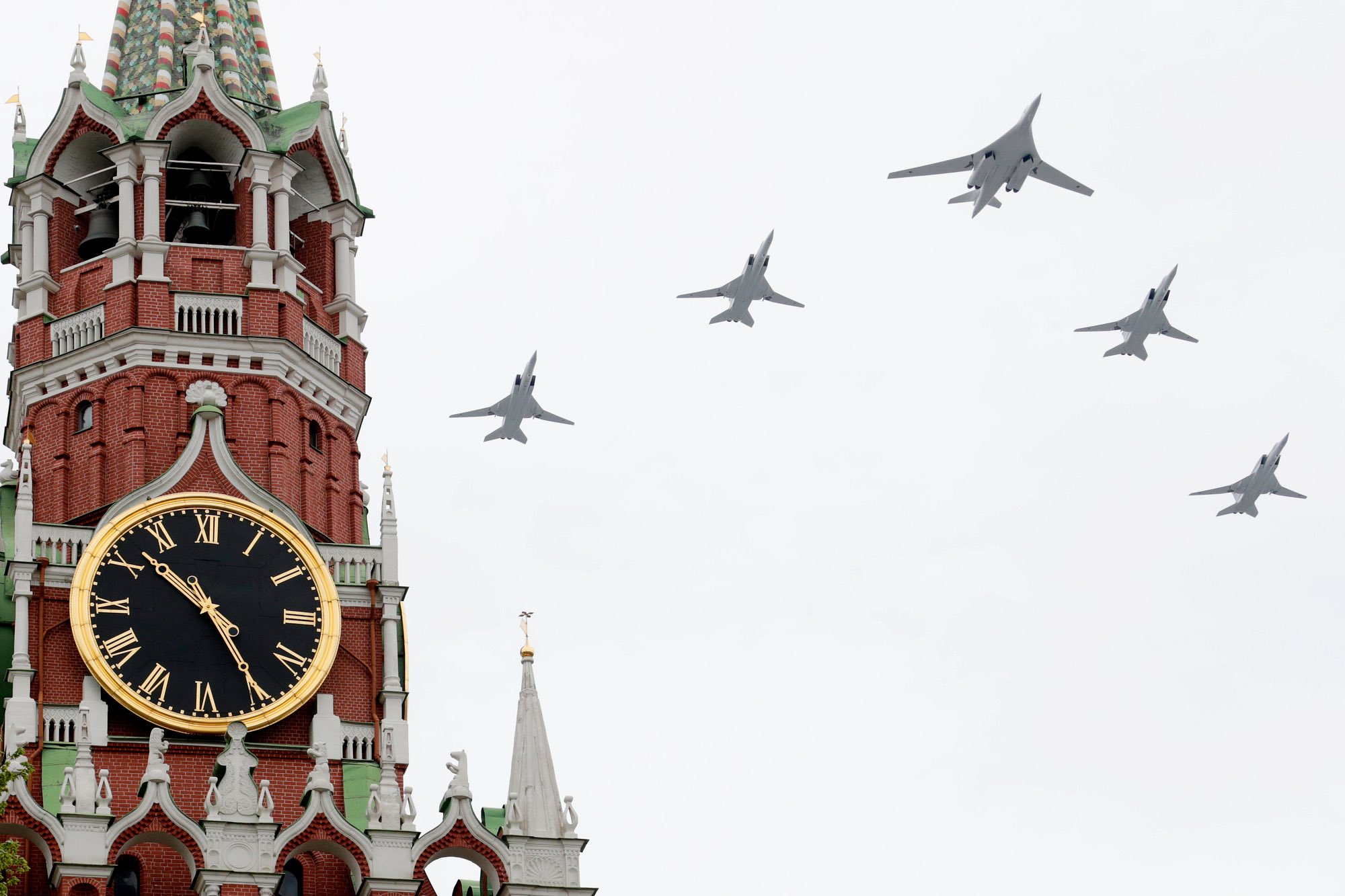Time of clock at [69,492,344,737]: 10:24
